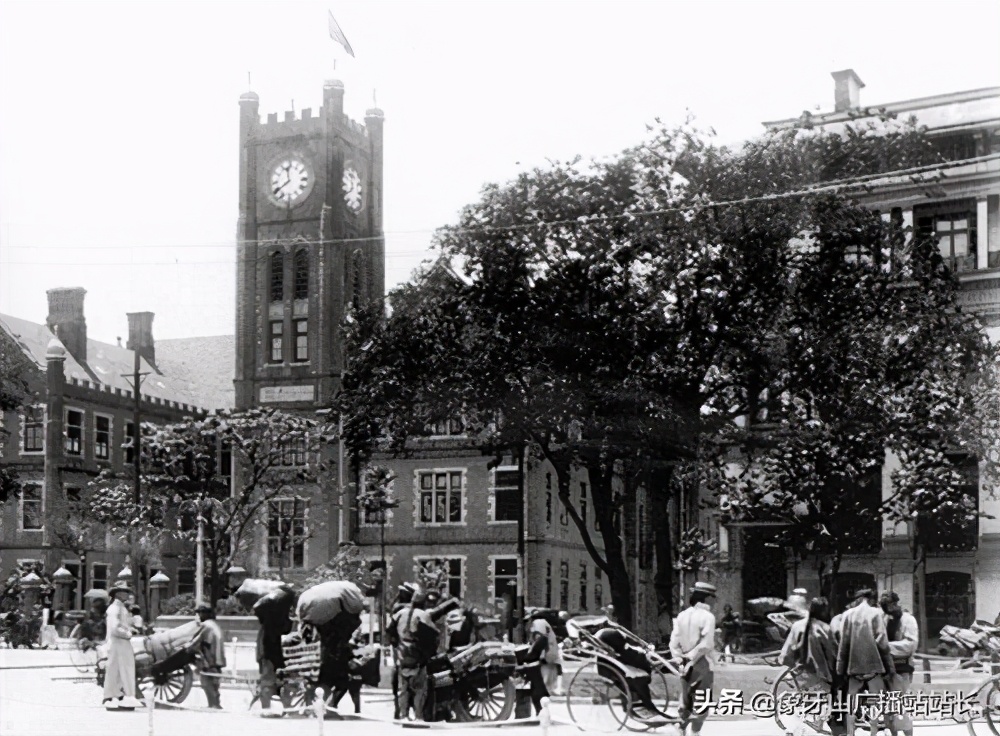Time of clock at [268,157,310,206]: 11:39
